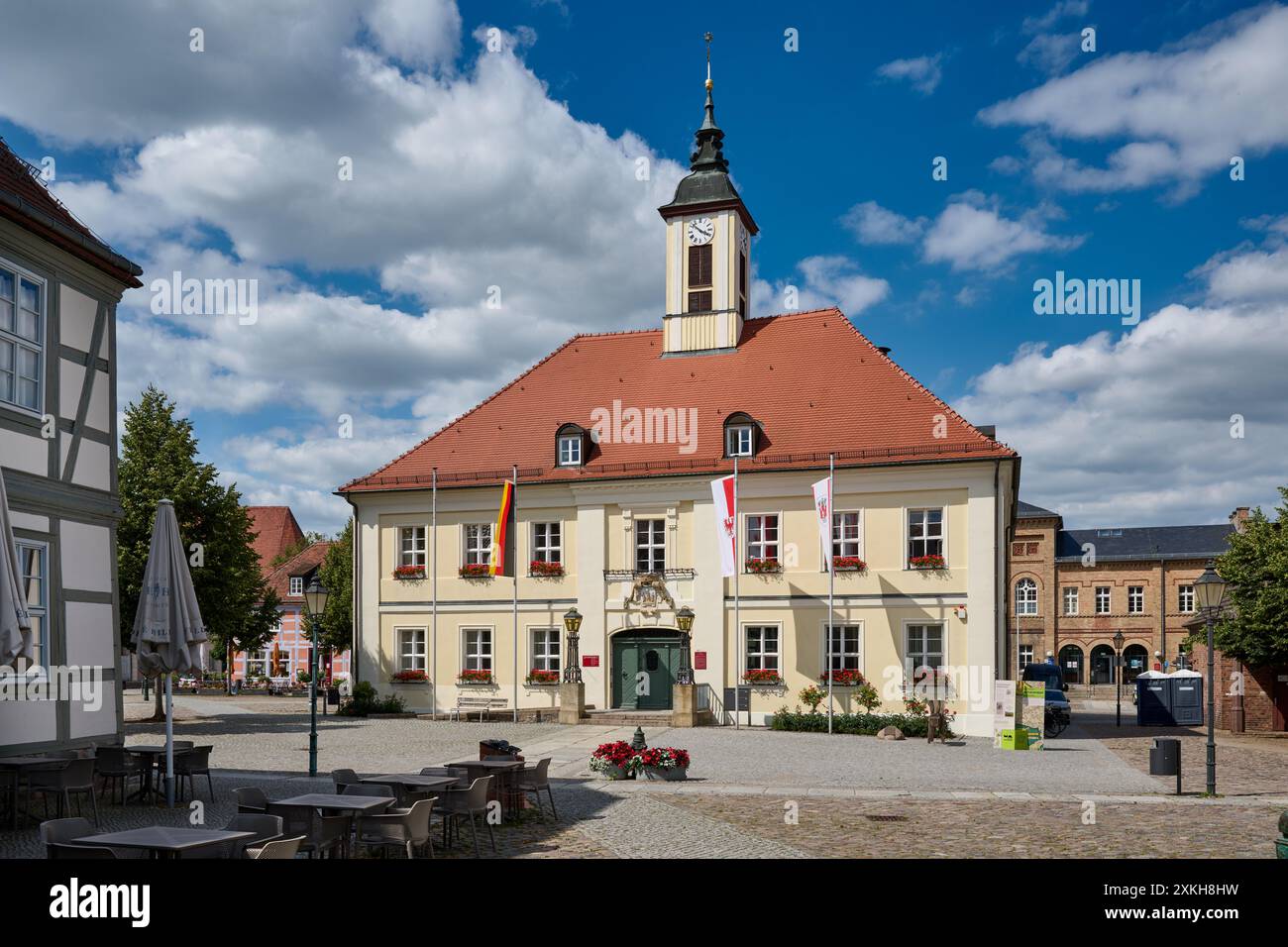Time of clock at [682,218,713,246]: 3:52
